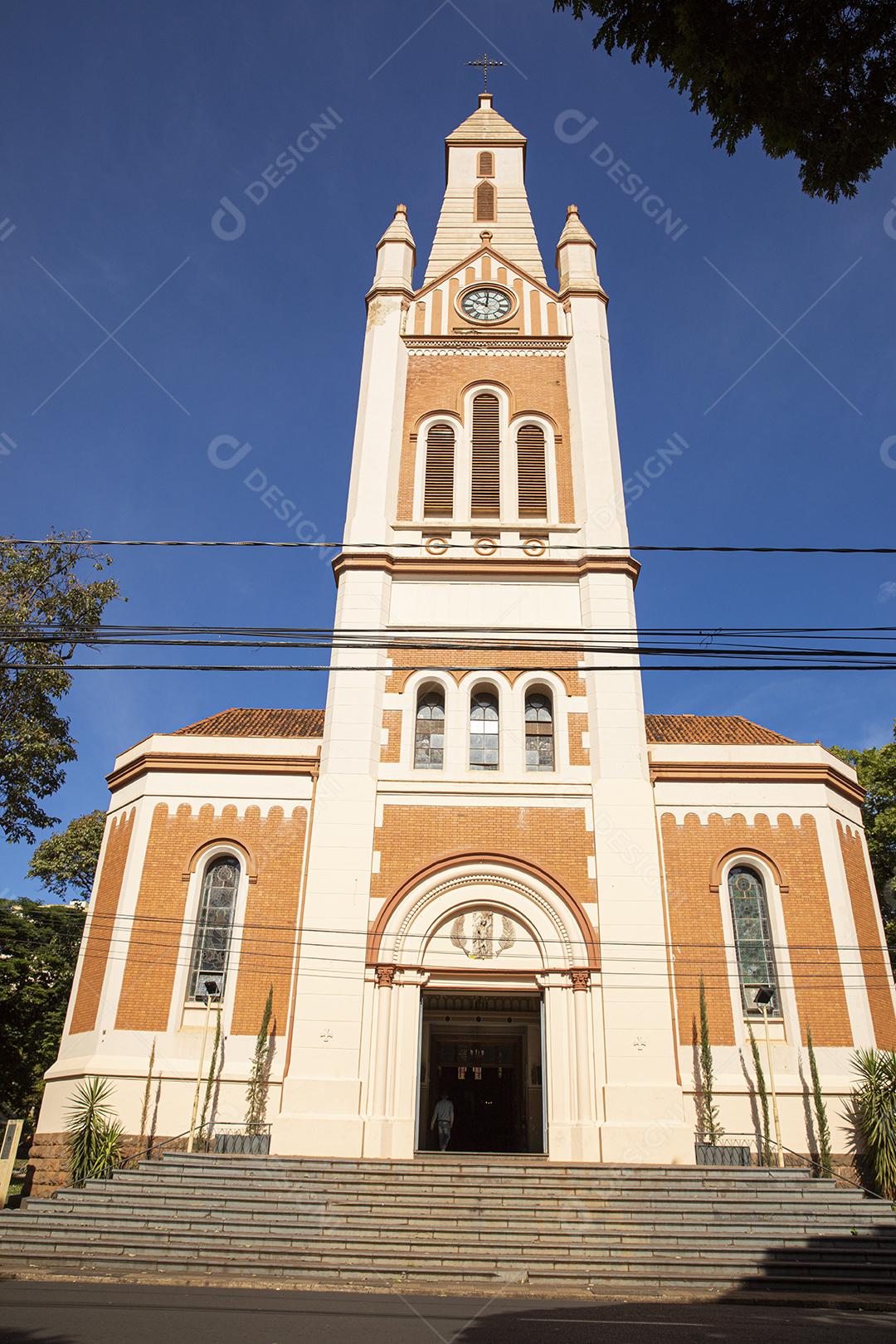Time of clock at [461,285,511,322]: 10:00
